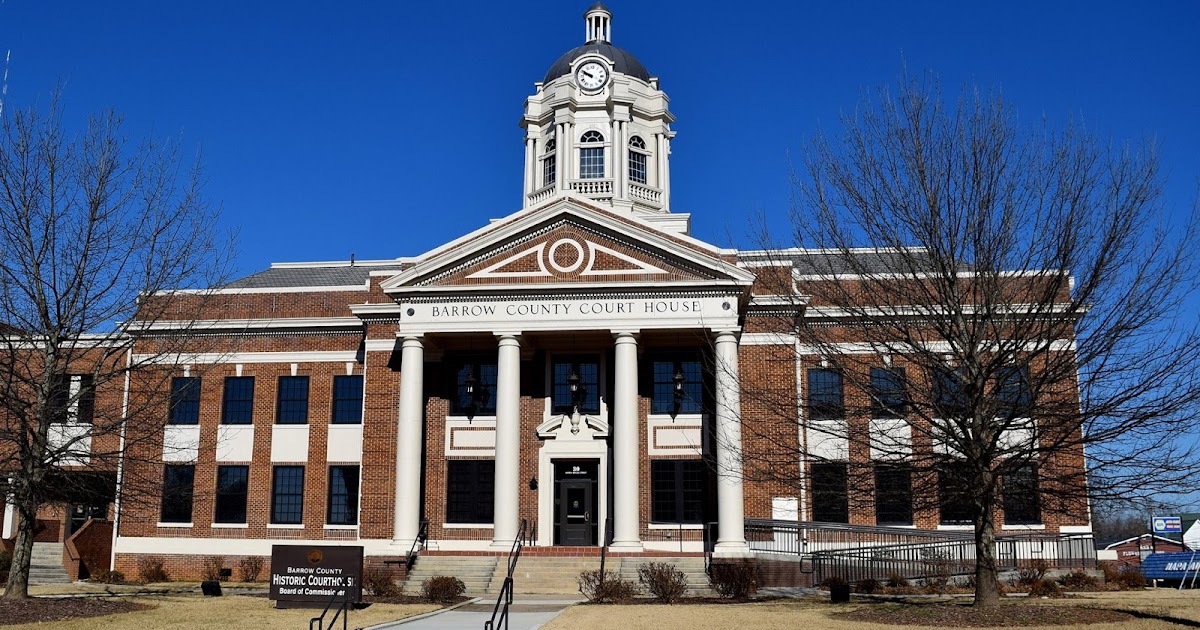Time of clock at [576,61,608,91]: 9:50
